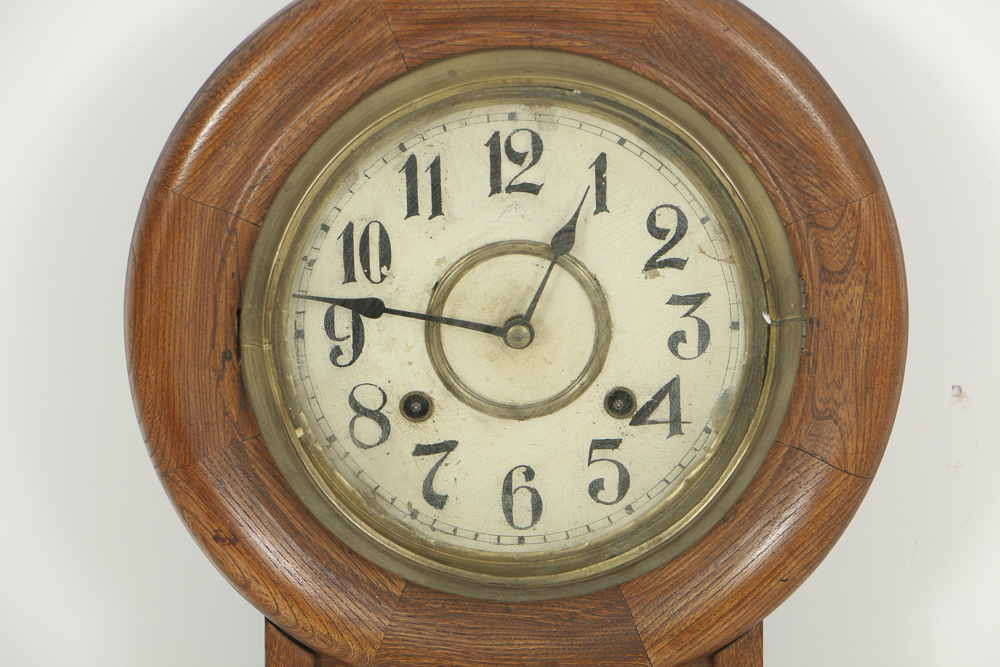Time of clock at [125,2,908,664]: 12:46
